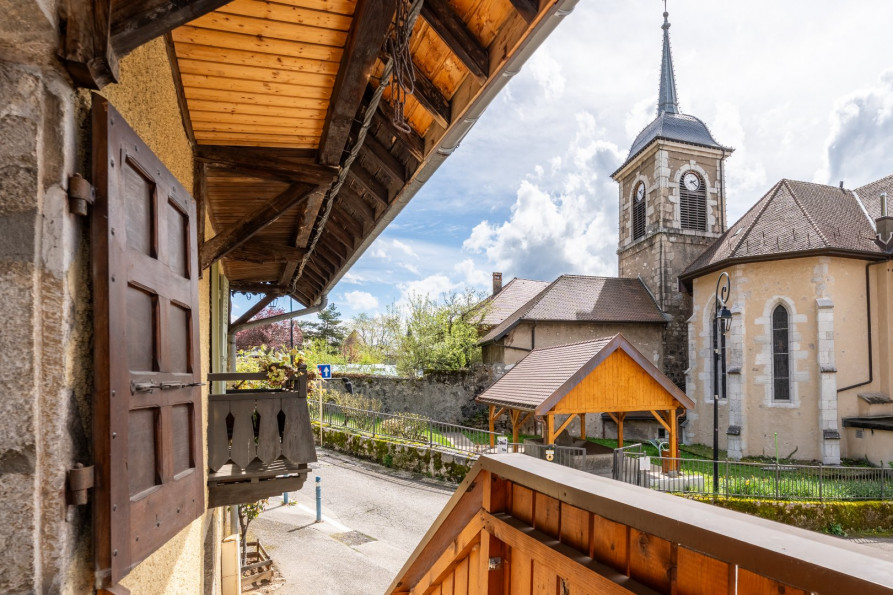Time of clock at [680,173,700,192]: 2:21
